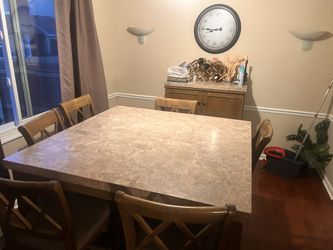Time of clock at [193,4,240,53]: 8:45
